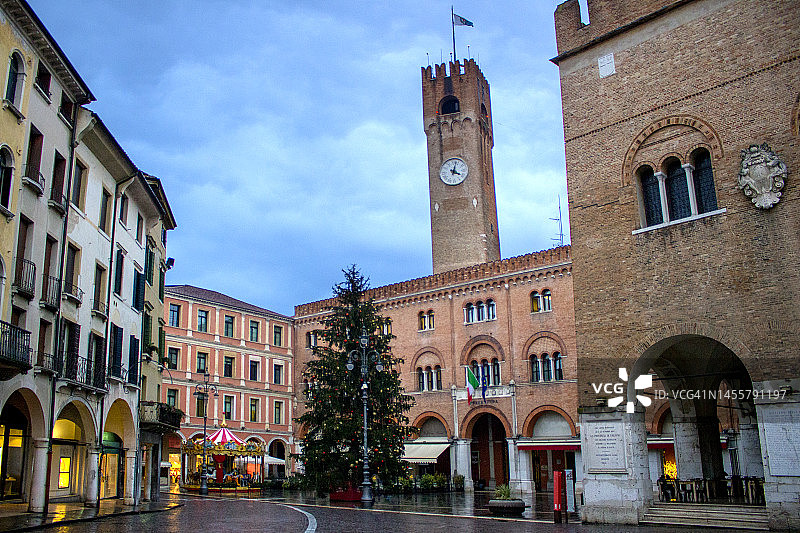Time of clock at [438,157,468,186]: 4:02
